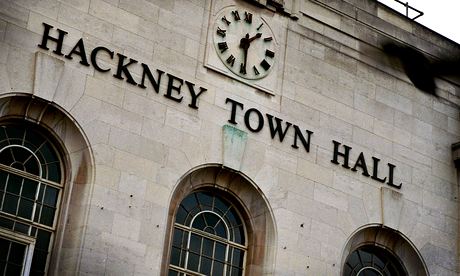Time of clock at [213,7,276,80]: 1:29
